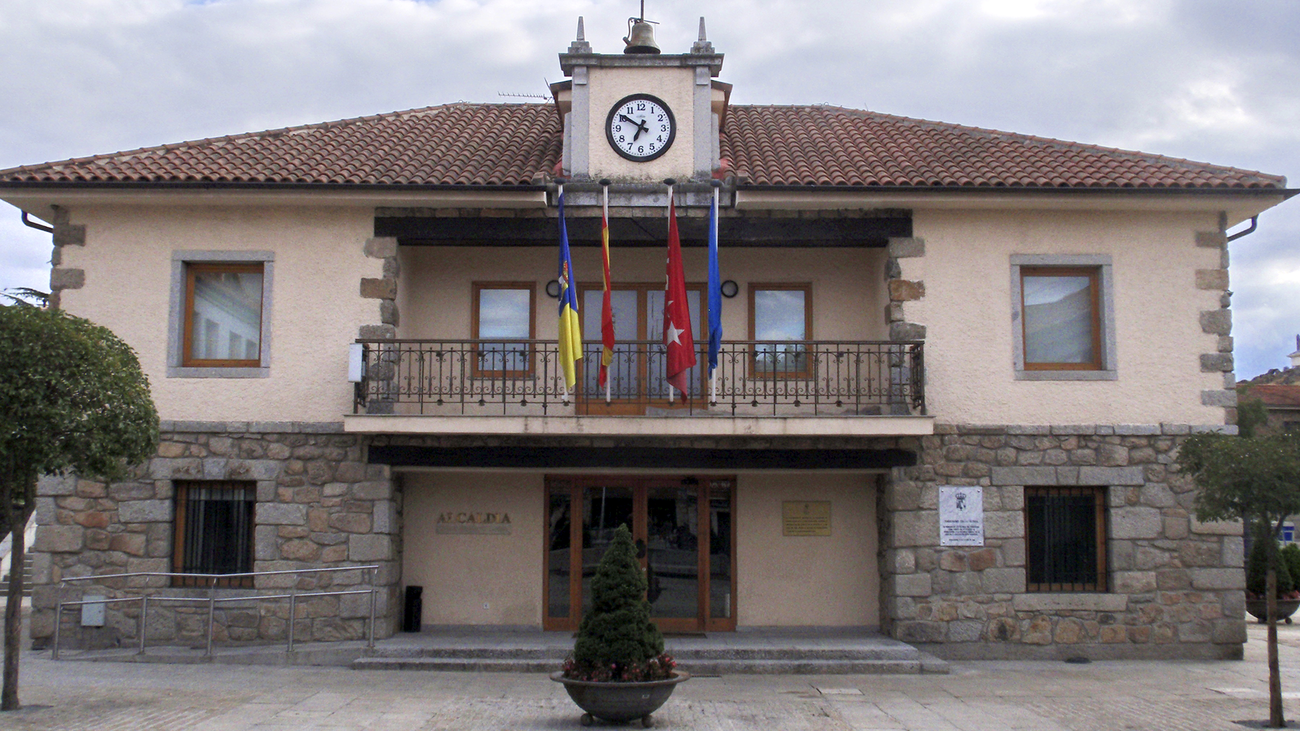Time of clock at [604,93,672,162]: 6:50
